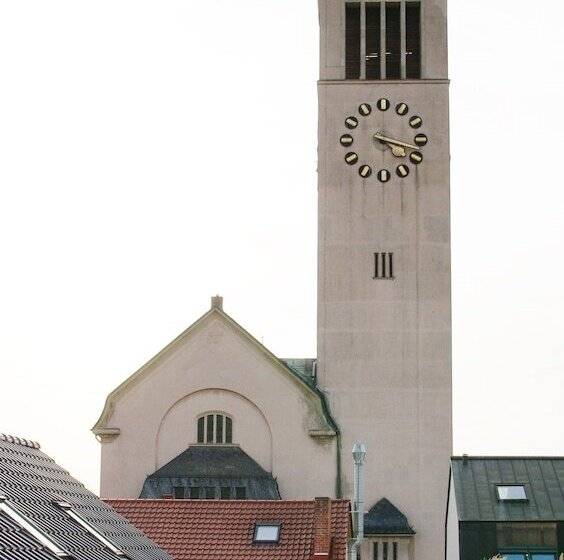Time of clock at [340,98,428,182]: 4:18
